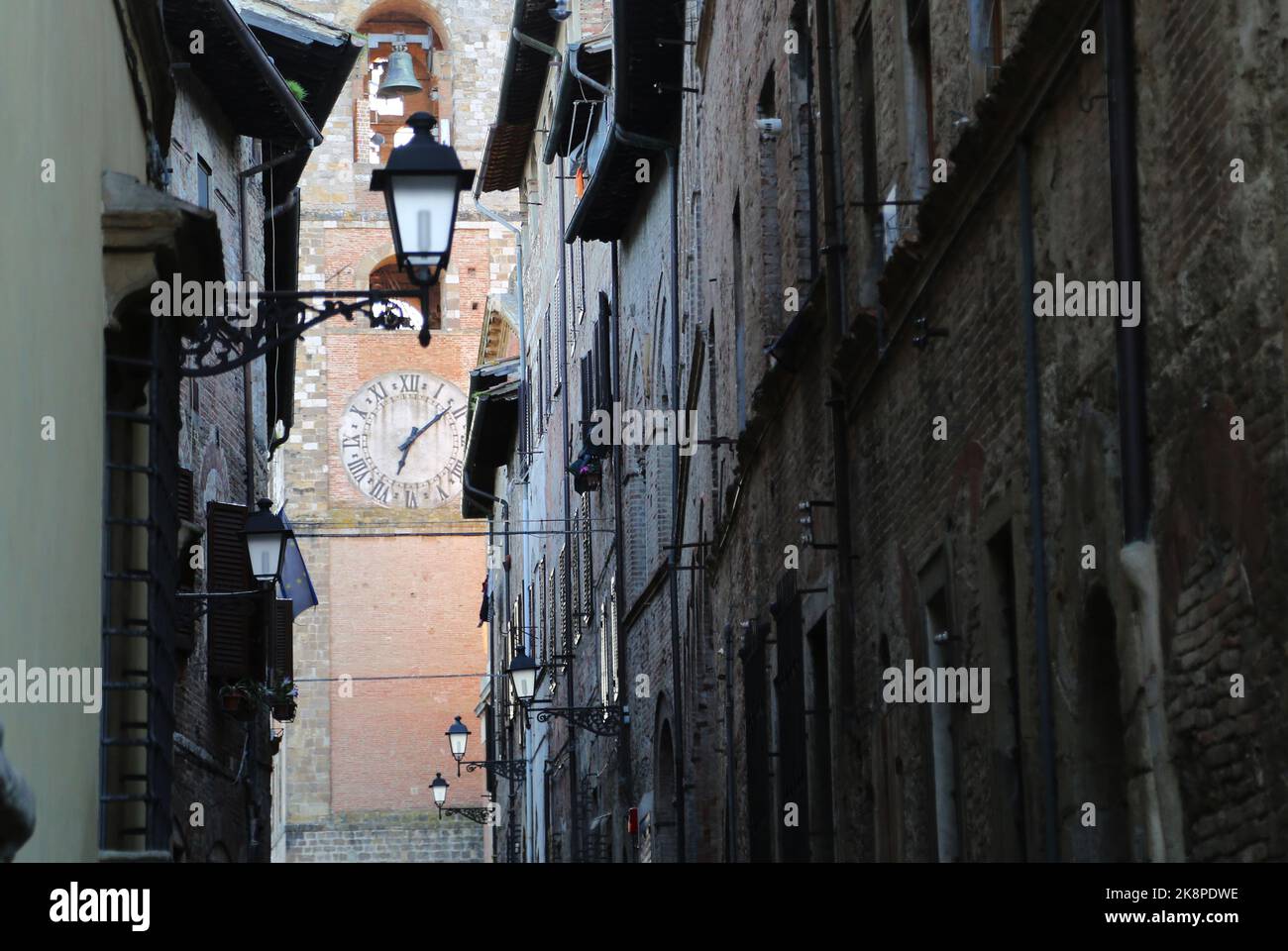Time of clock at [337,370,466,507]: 7:08
